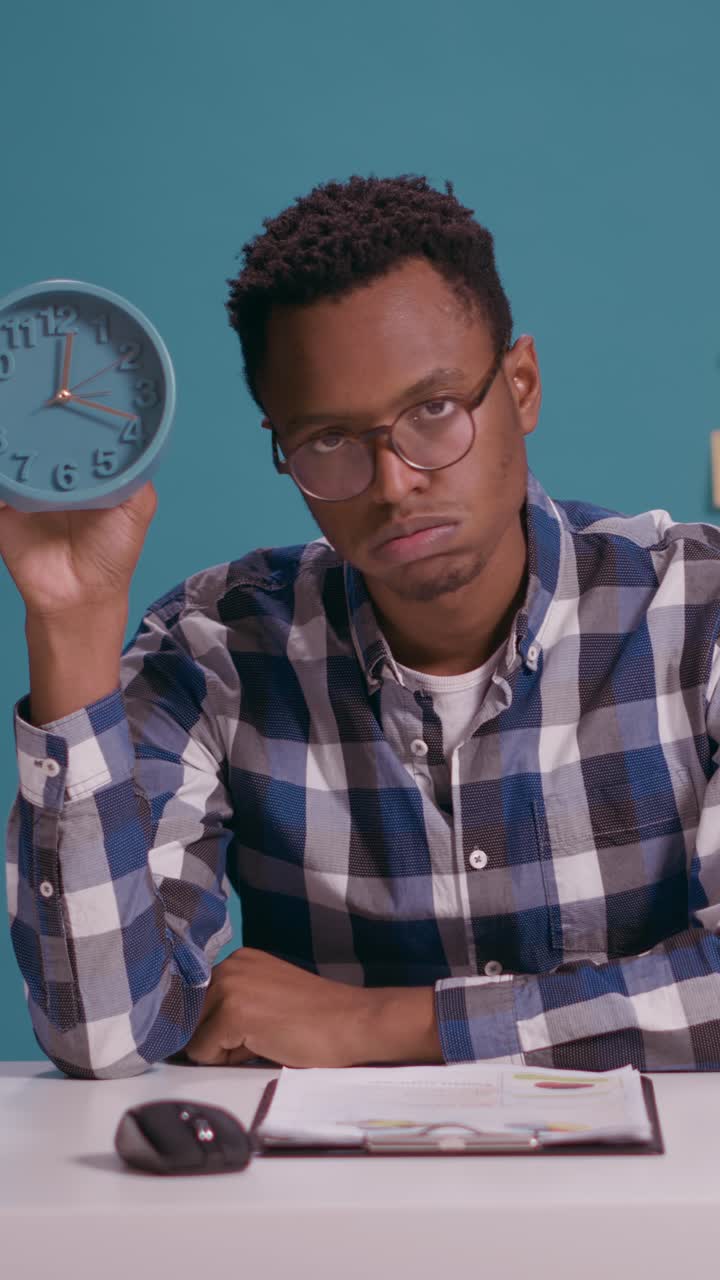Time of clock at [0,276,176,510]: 12:18
